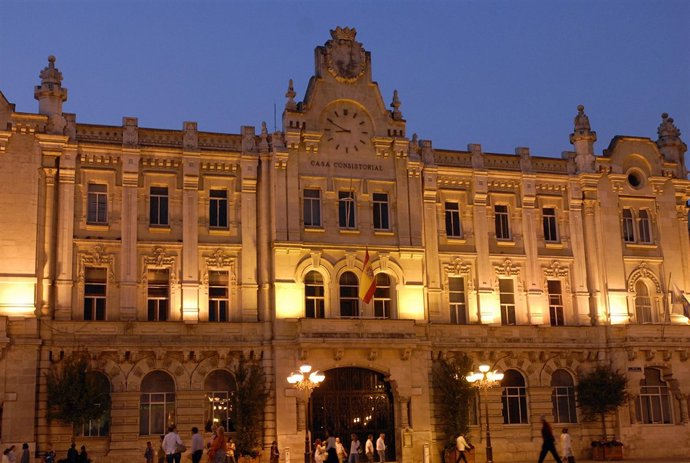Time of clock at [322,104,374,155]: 8:49
